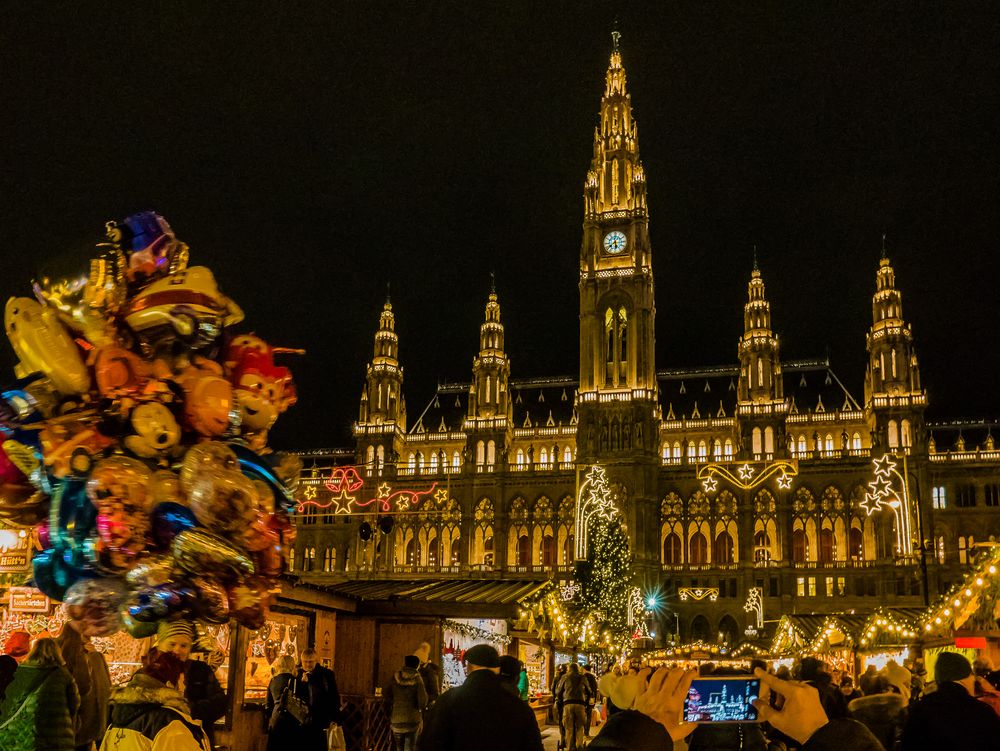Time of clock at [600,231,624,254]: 5:38
